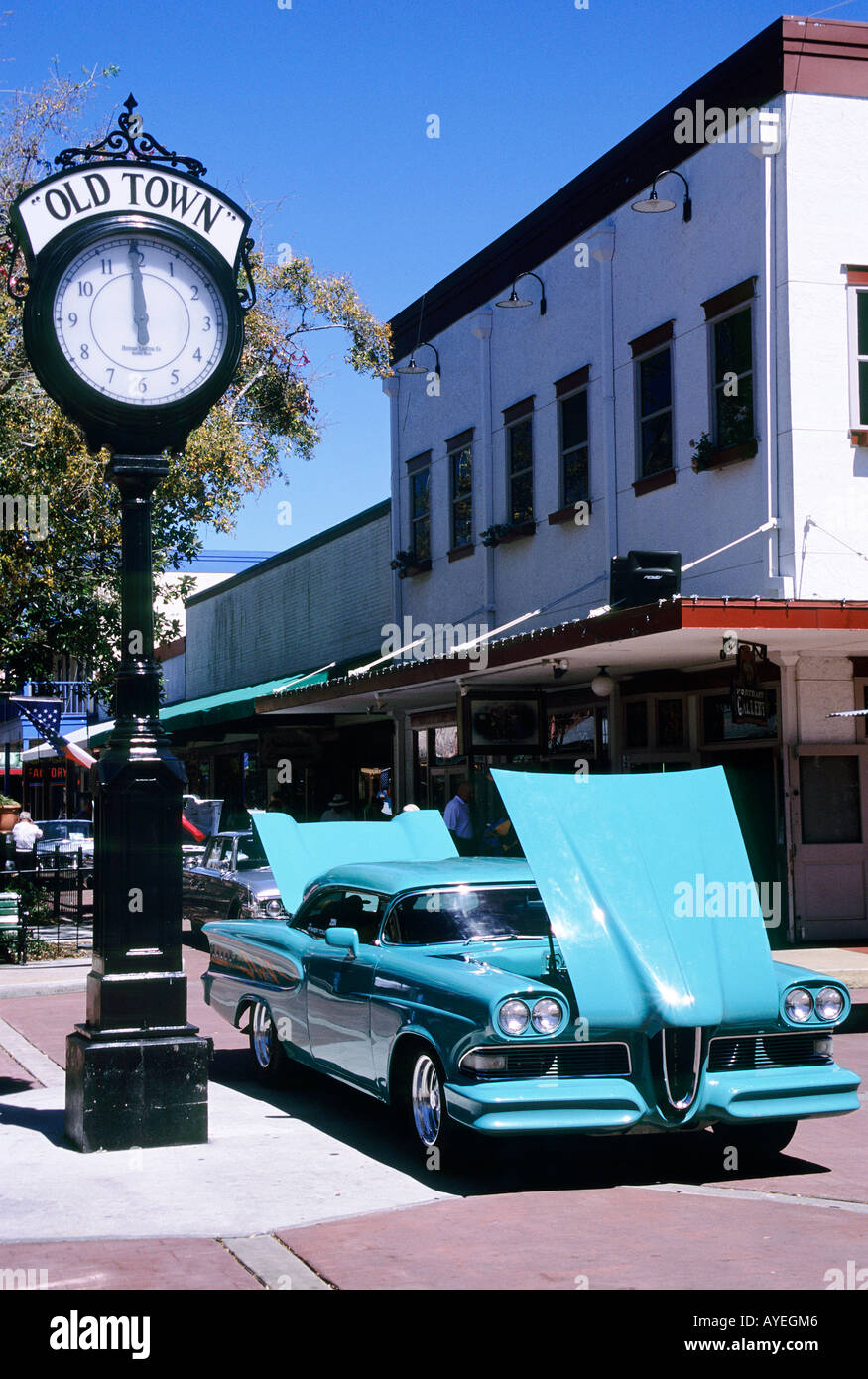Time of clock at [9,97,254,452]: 11:59
